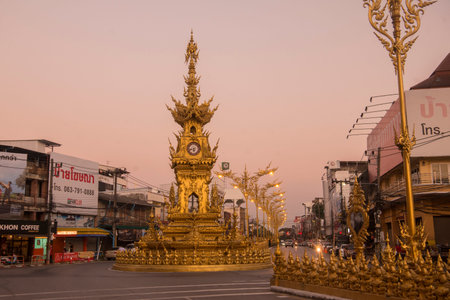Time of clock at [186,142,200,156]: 5:42
